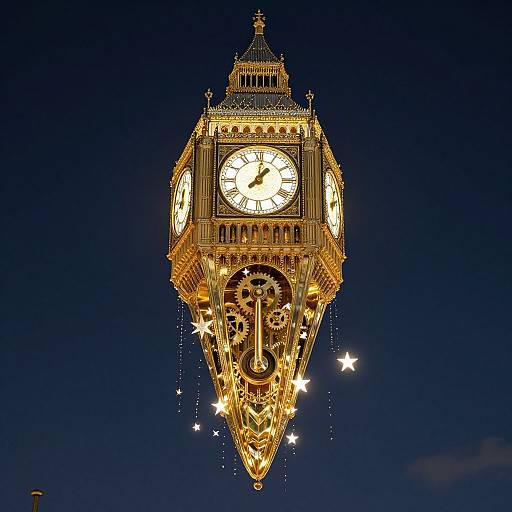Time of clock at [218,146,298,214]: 1:01
